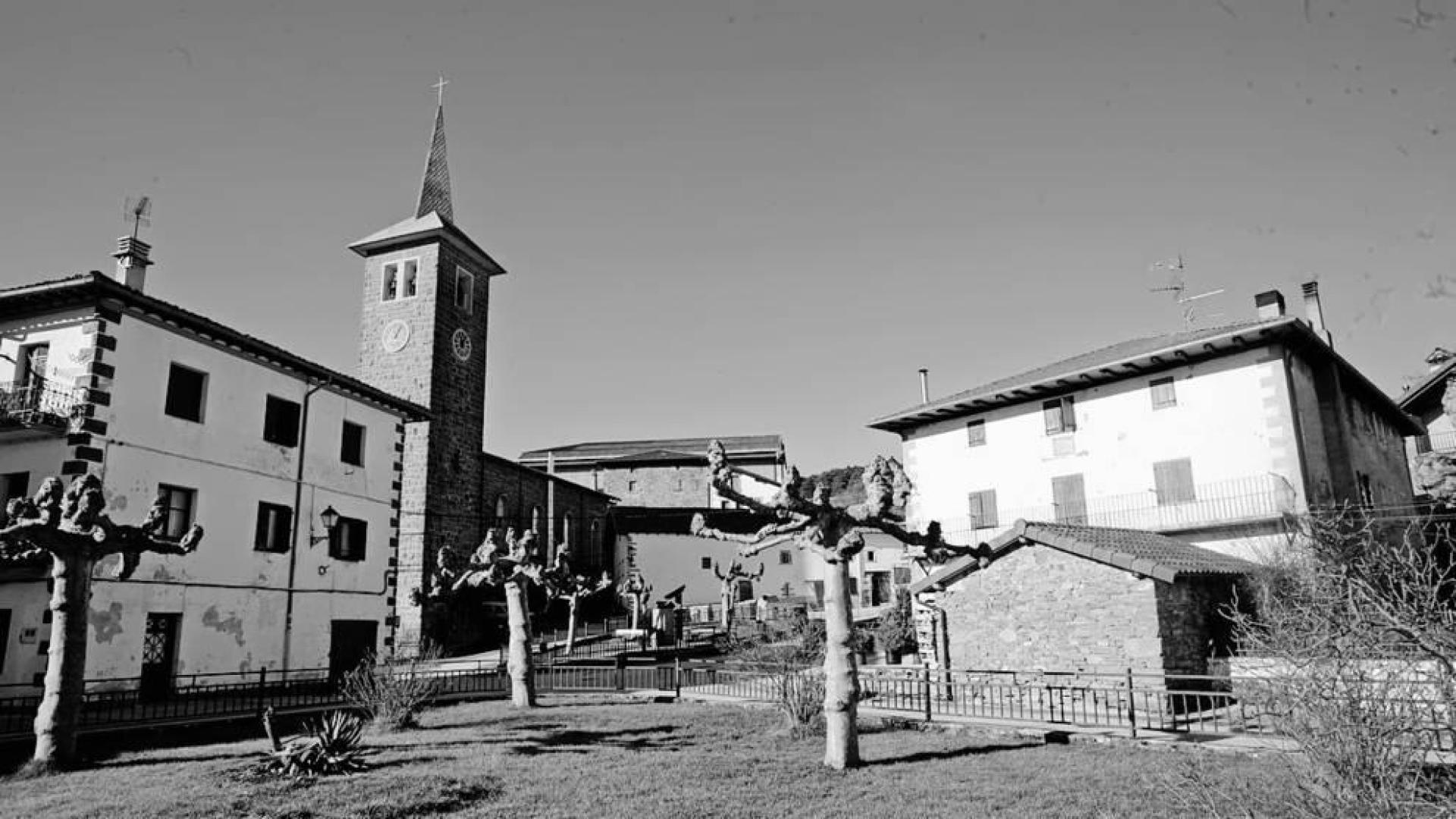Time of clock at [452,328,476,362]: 12:07
